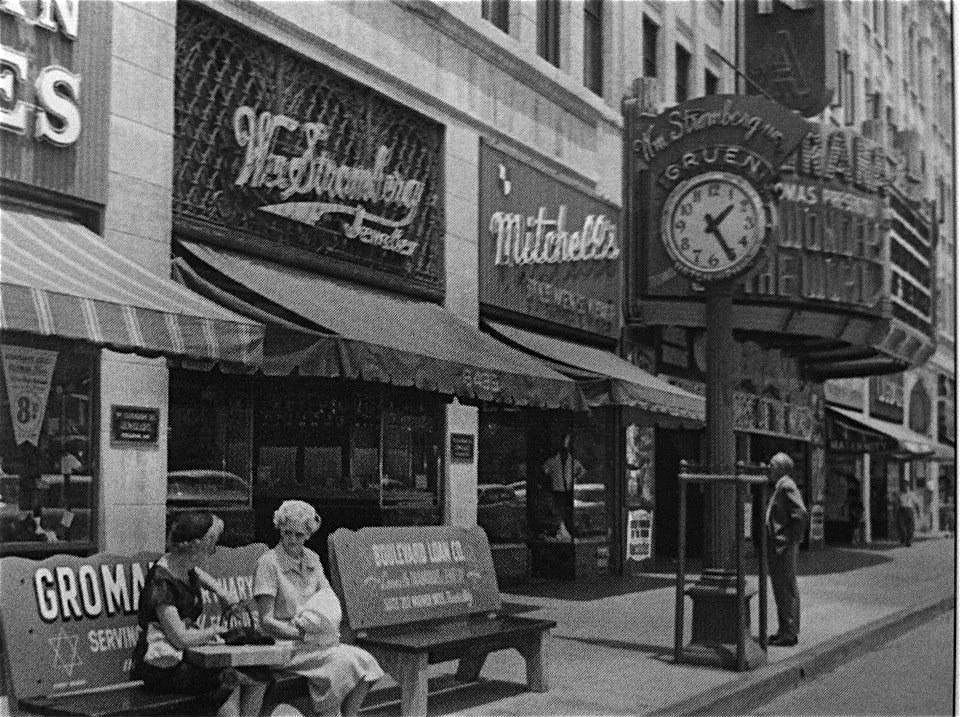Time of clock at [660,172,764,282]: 1:24
